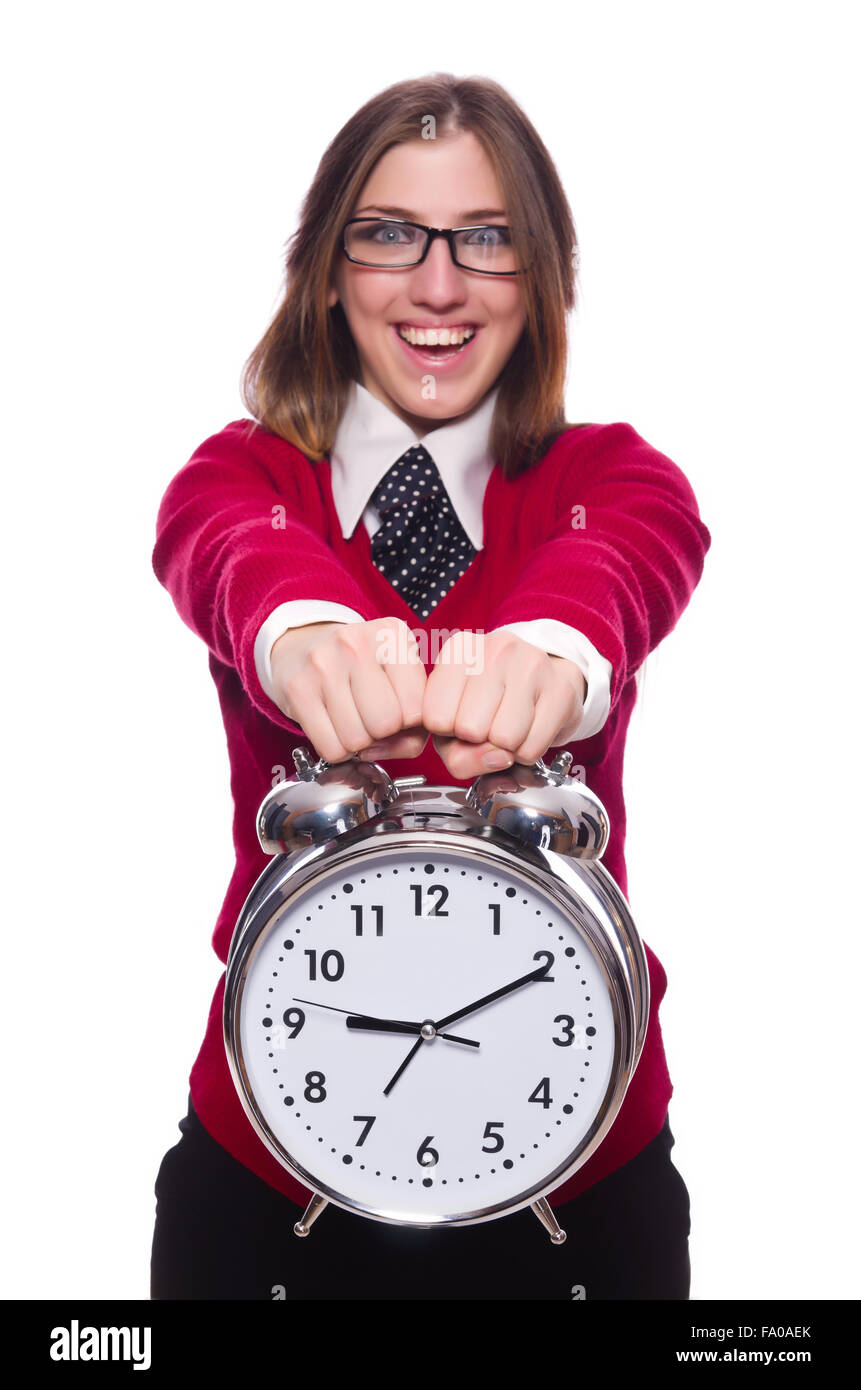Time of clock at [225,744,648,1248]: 9:10
